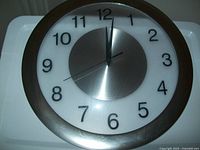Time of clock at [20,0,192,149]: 6:01
